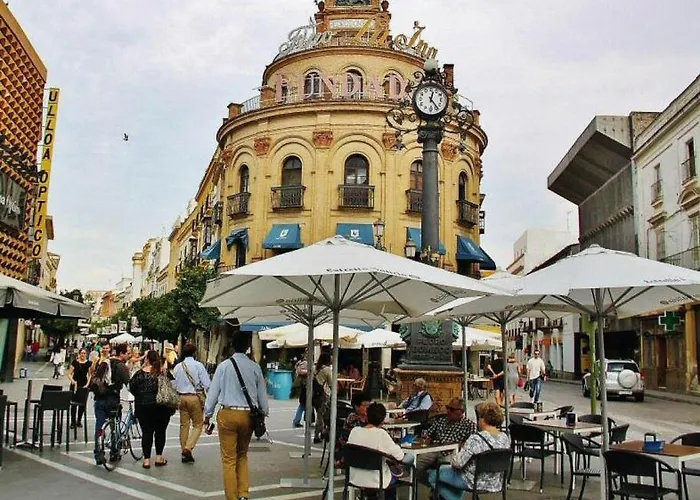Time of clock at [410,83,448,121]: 12:23
